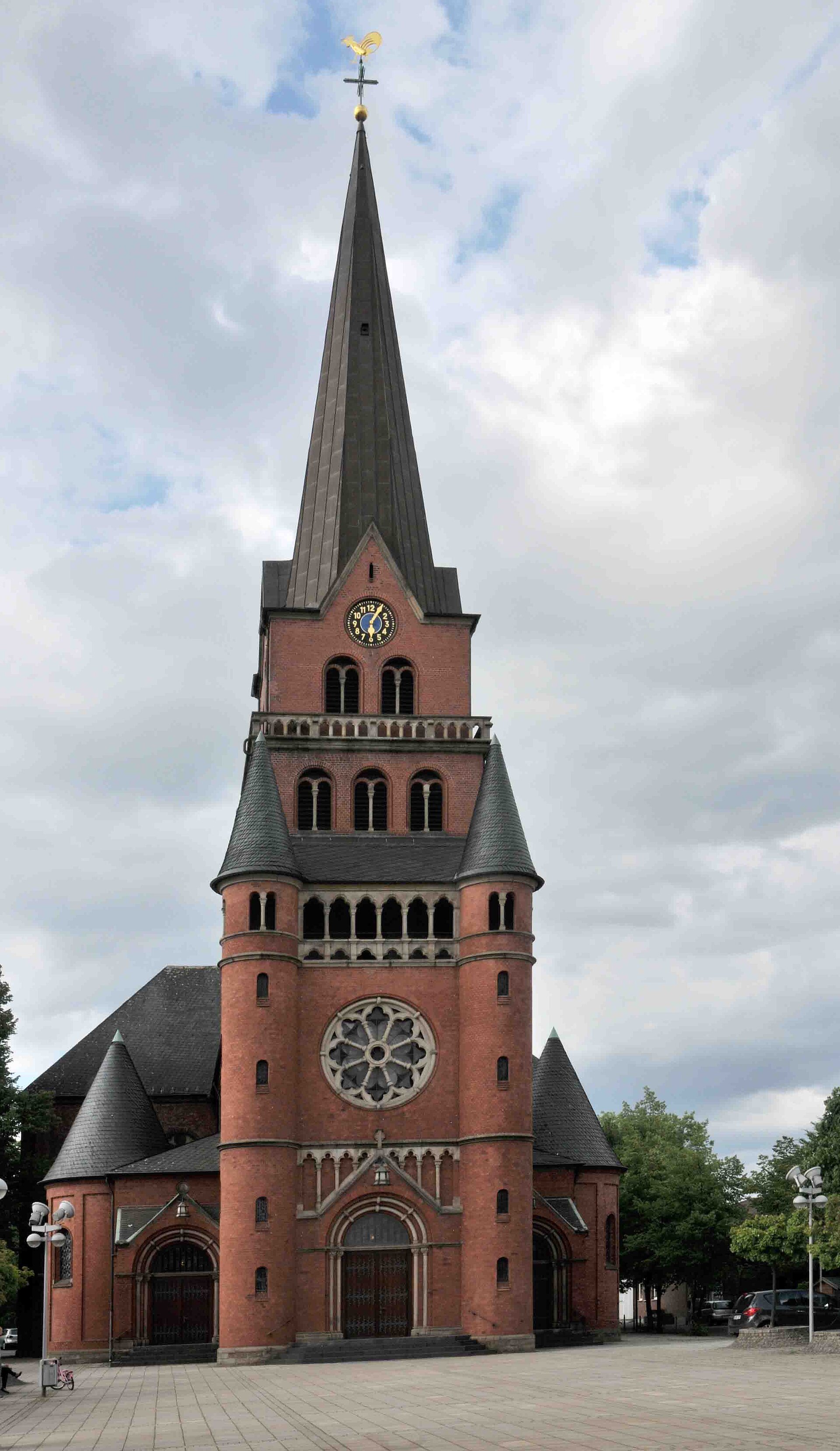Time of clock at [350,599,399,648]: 6:05
